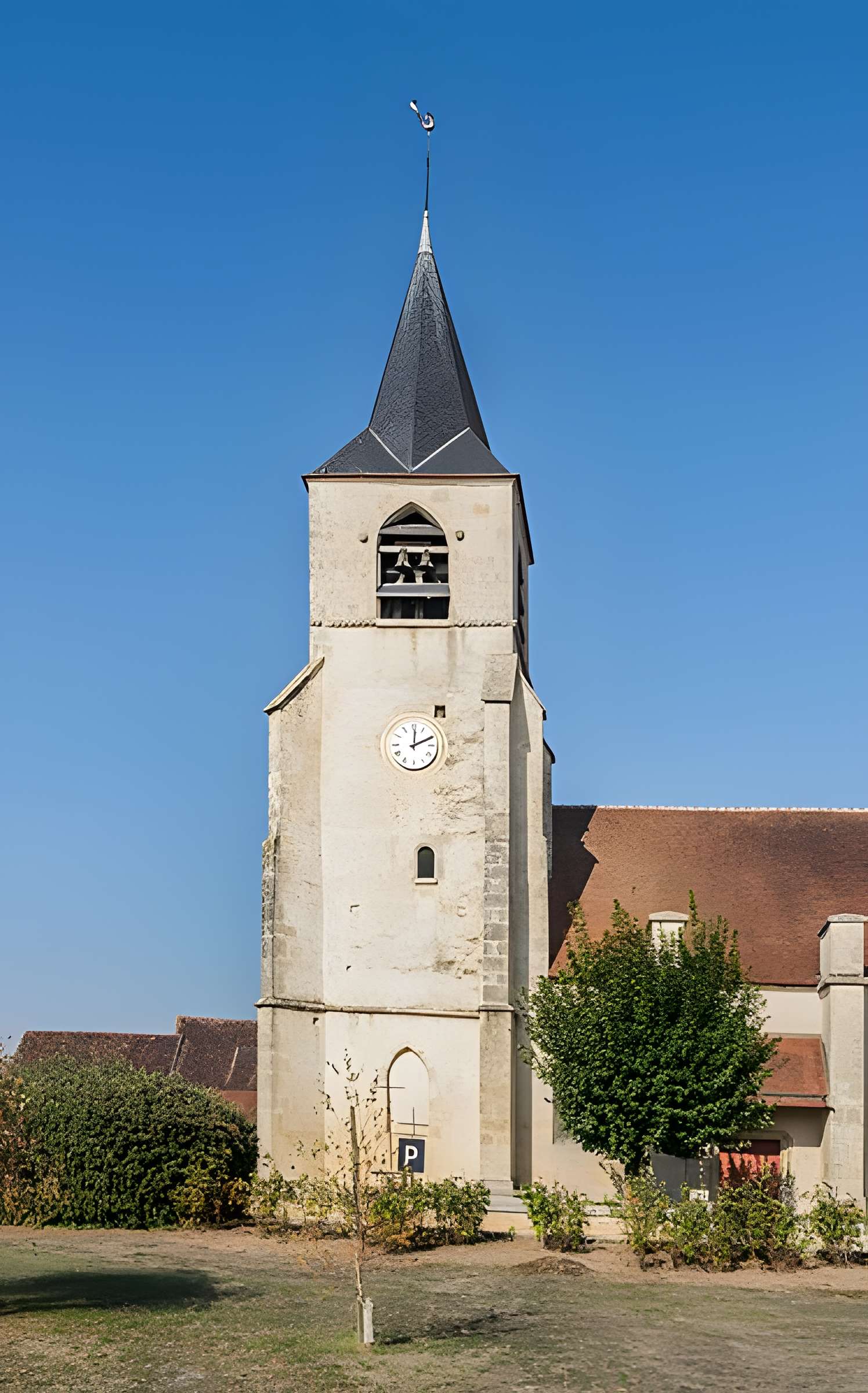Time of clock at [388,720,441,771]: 12:10
